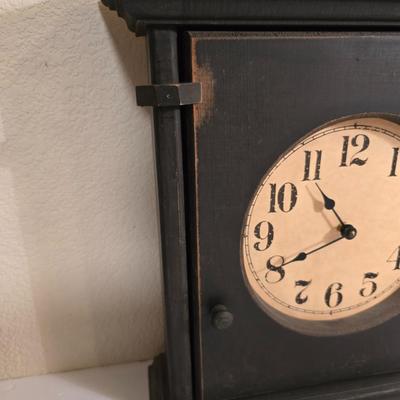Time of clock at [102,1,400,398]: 10:40
